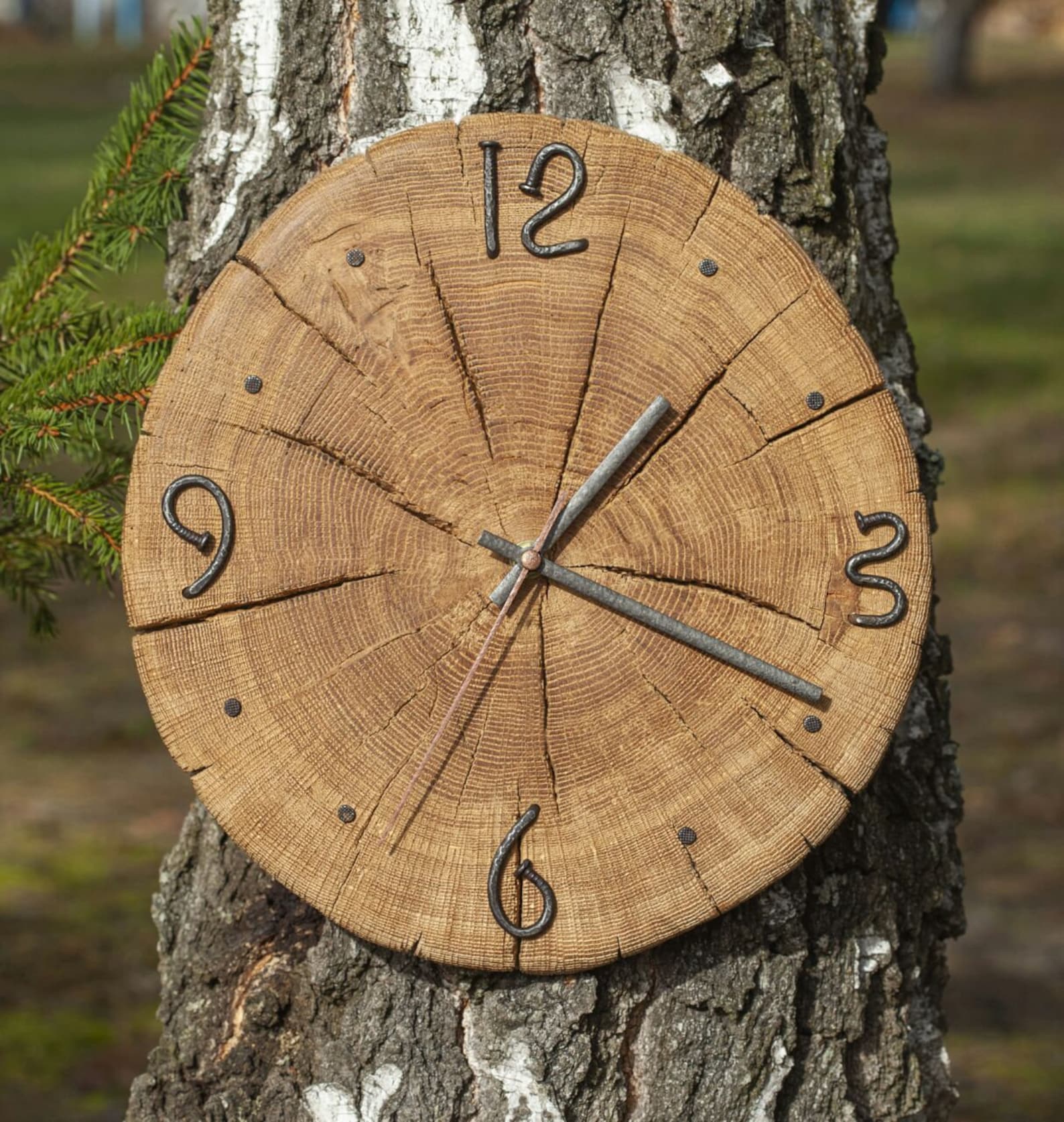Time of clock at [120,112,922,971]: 1:18
